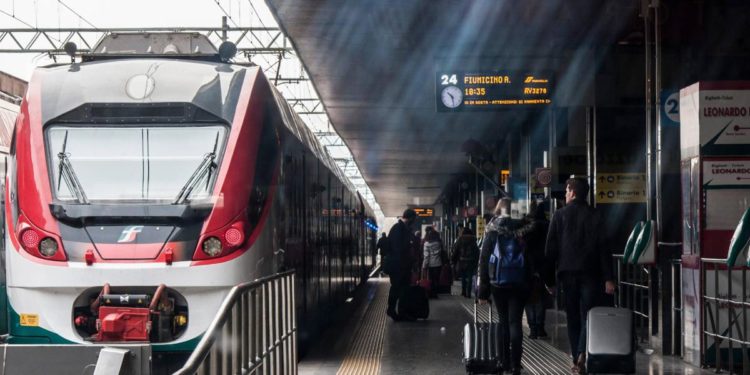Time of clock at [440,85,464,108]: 10:28
